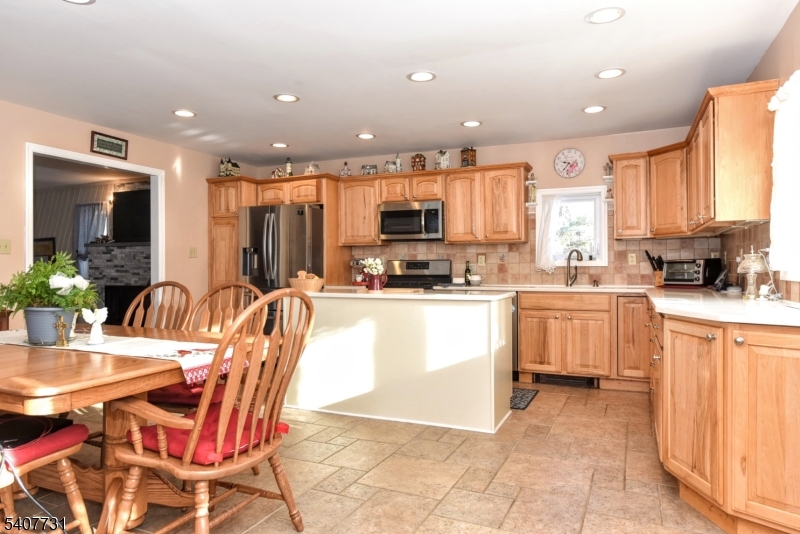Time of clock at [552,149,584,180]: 9:36
